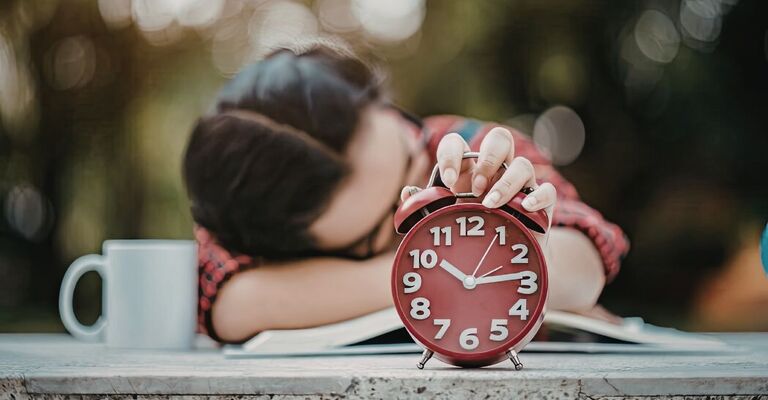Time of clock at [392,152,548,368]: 10:13
